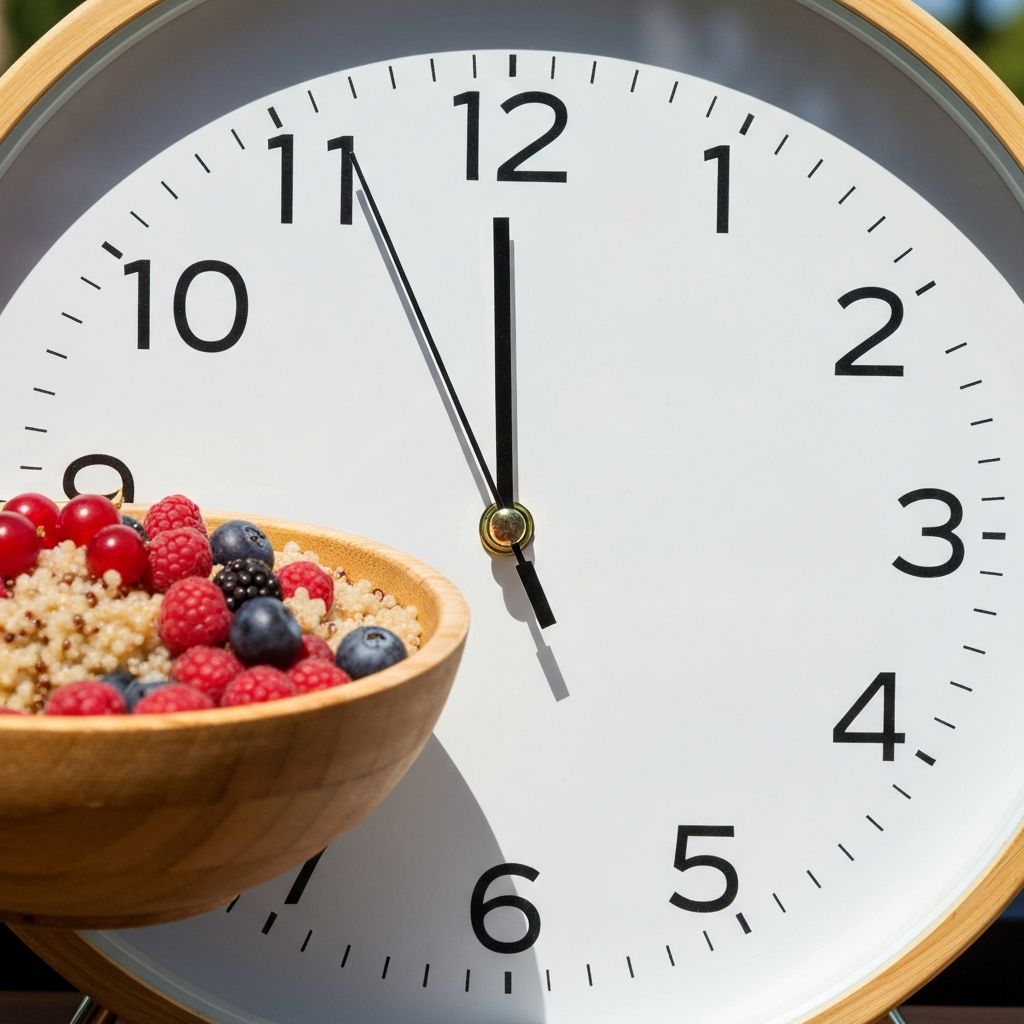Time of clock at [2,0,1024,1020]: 11:56
